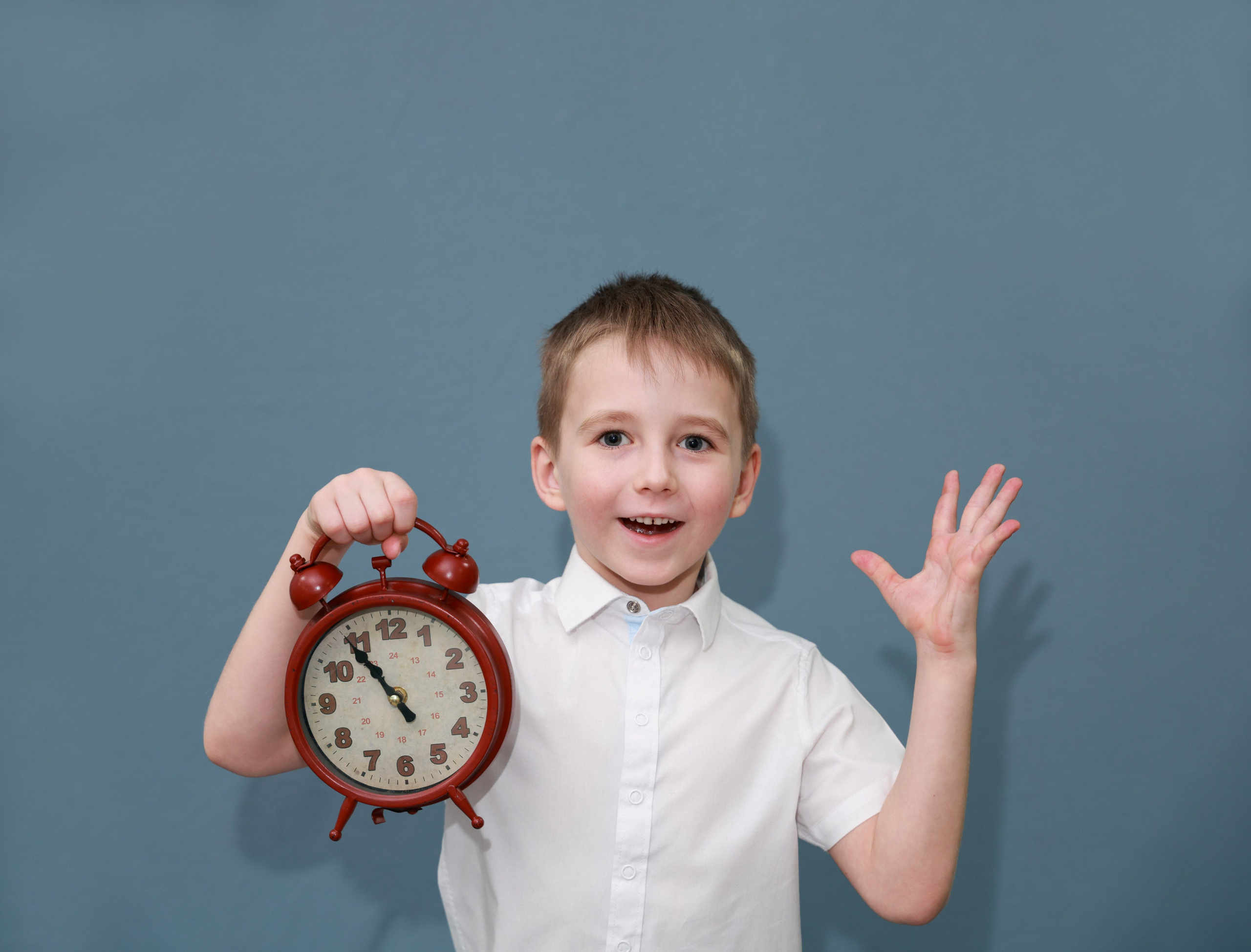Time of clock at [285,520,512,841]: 10:54
